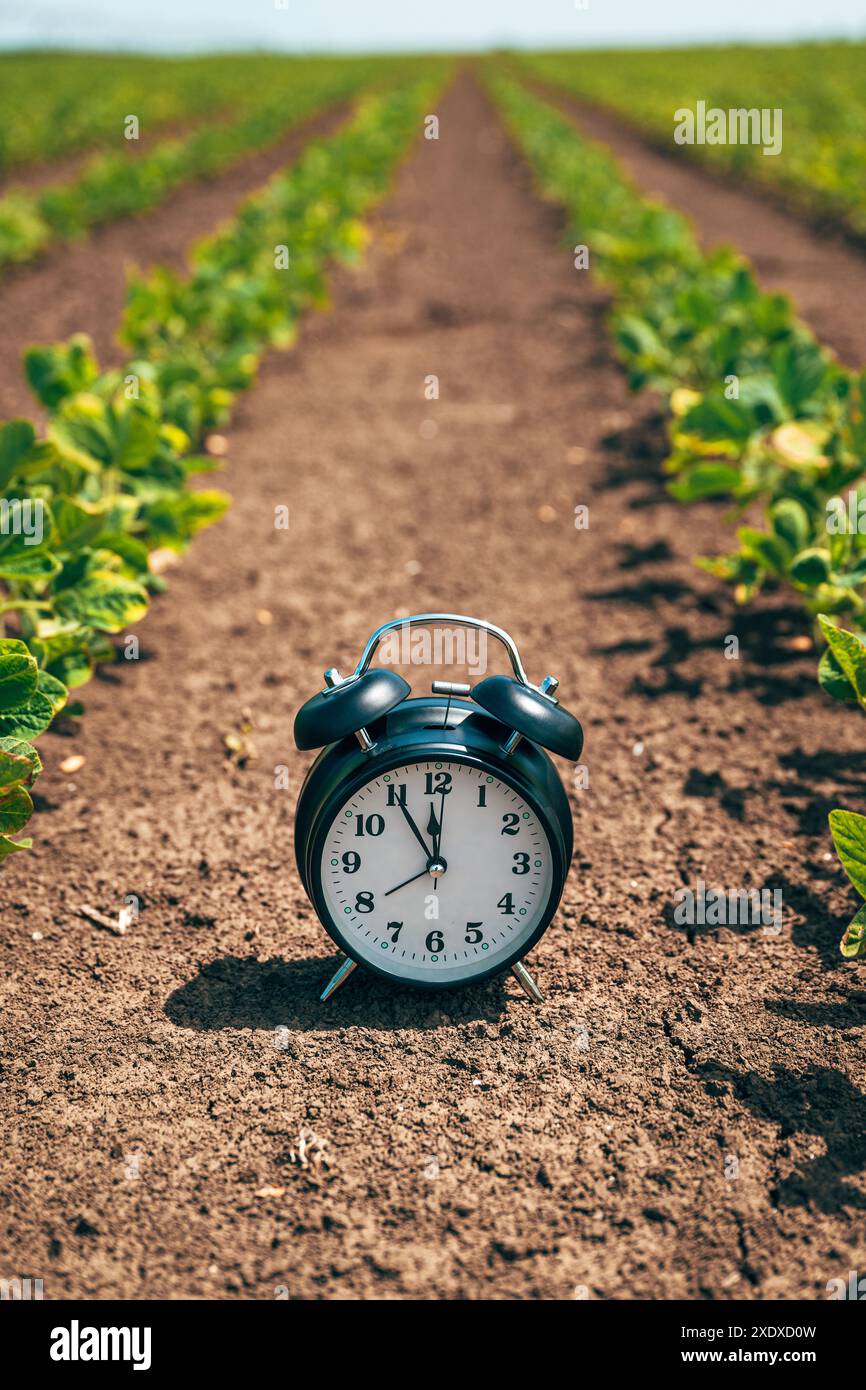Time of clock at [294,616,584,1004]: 11:54
